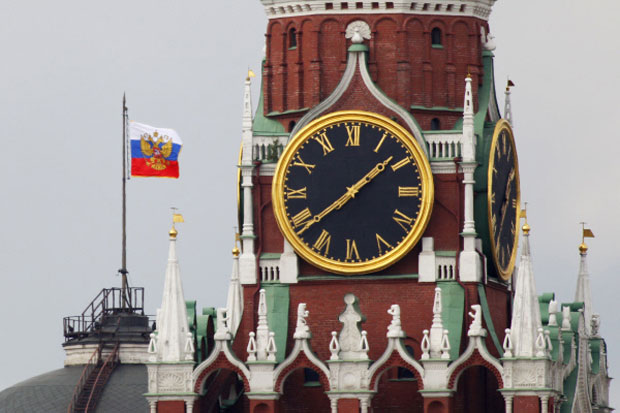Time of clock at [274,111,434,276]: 1:38
